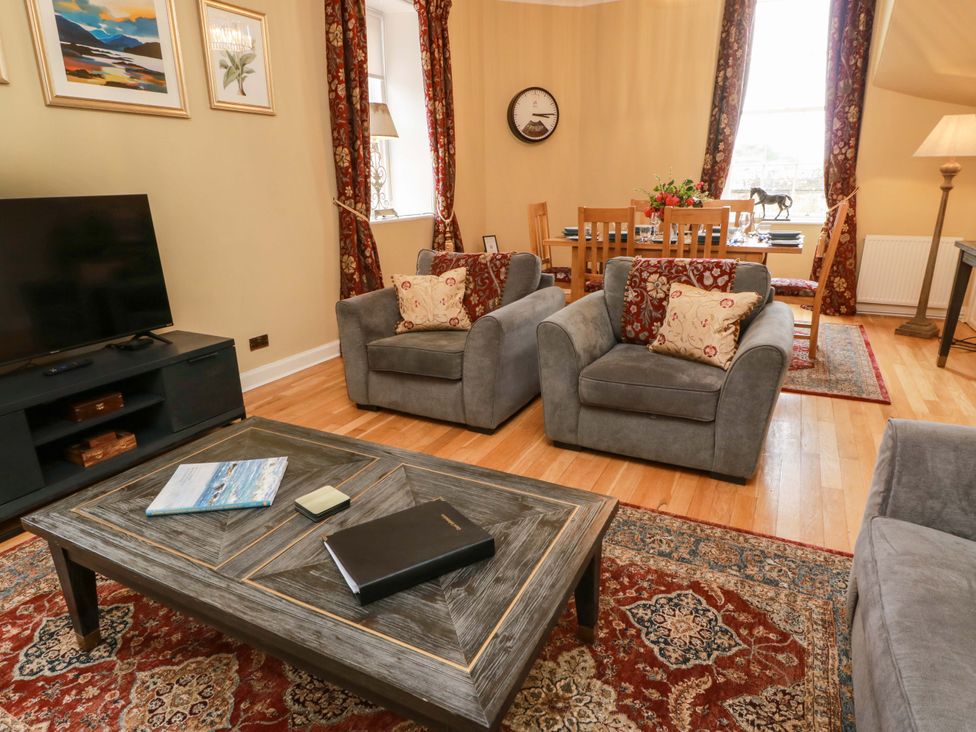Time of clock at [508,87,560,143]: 3:14
